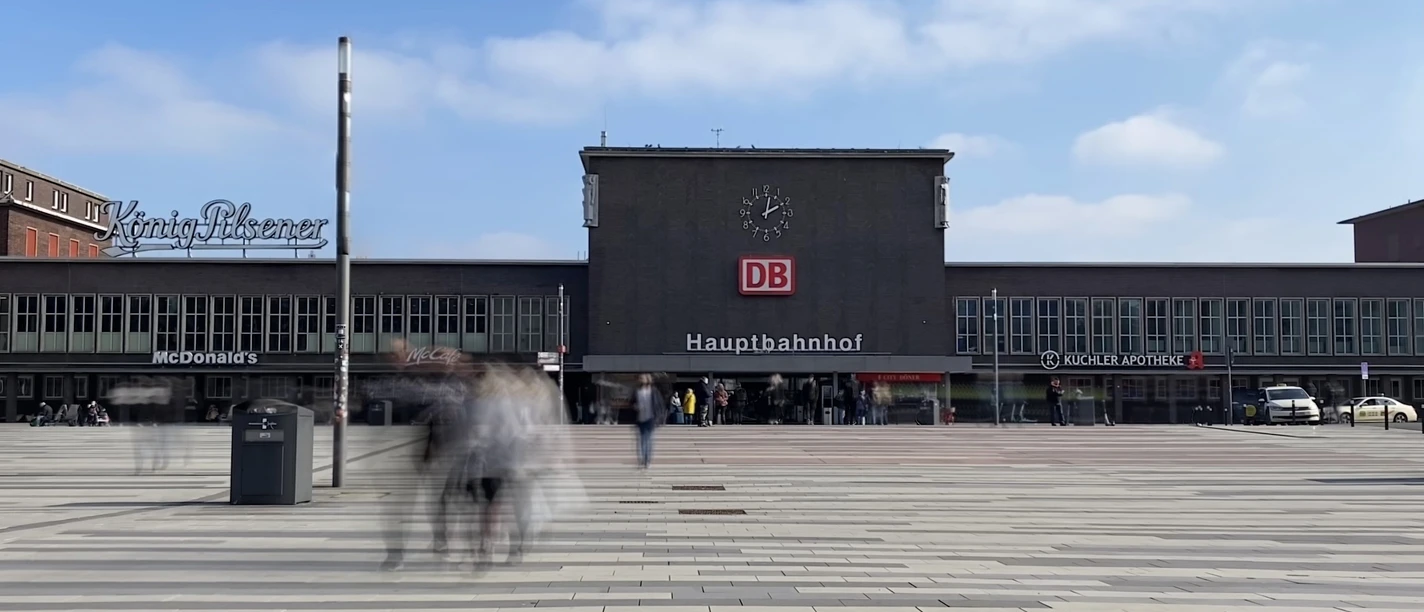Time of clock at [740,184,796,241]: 2:01
